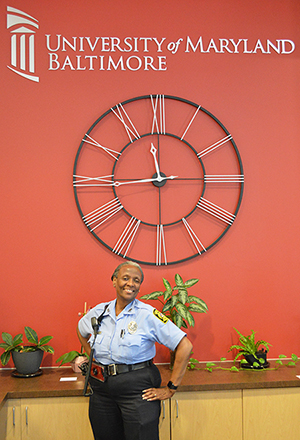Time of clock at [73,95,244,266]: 11:44
